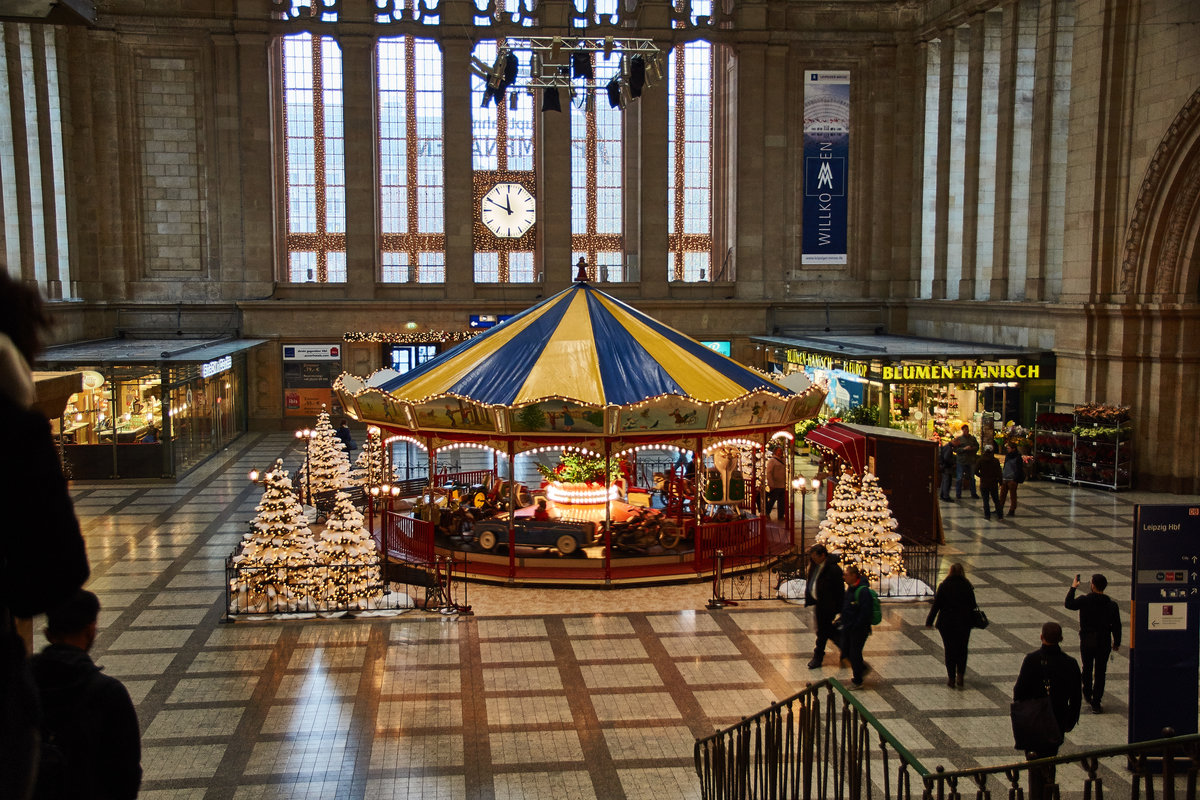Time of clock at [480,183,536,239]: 11:49
